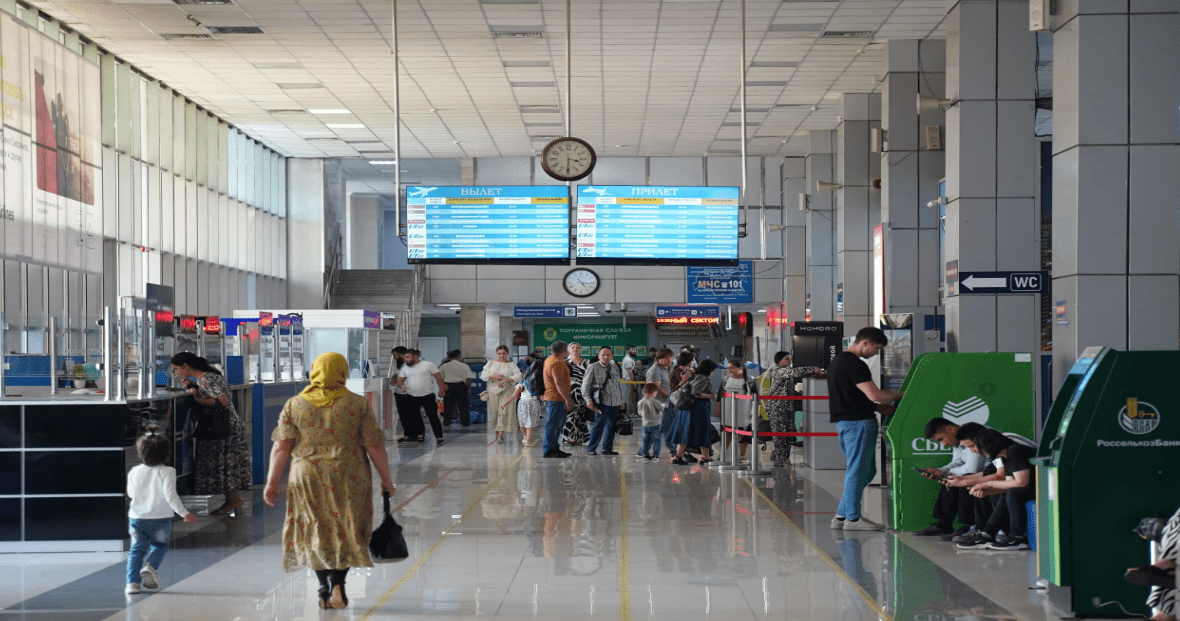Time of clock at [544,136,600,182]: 3:30
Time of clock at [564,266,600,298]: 3:23
